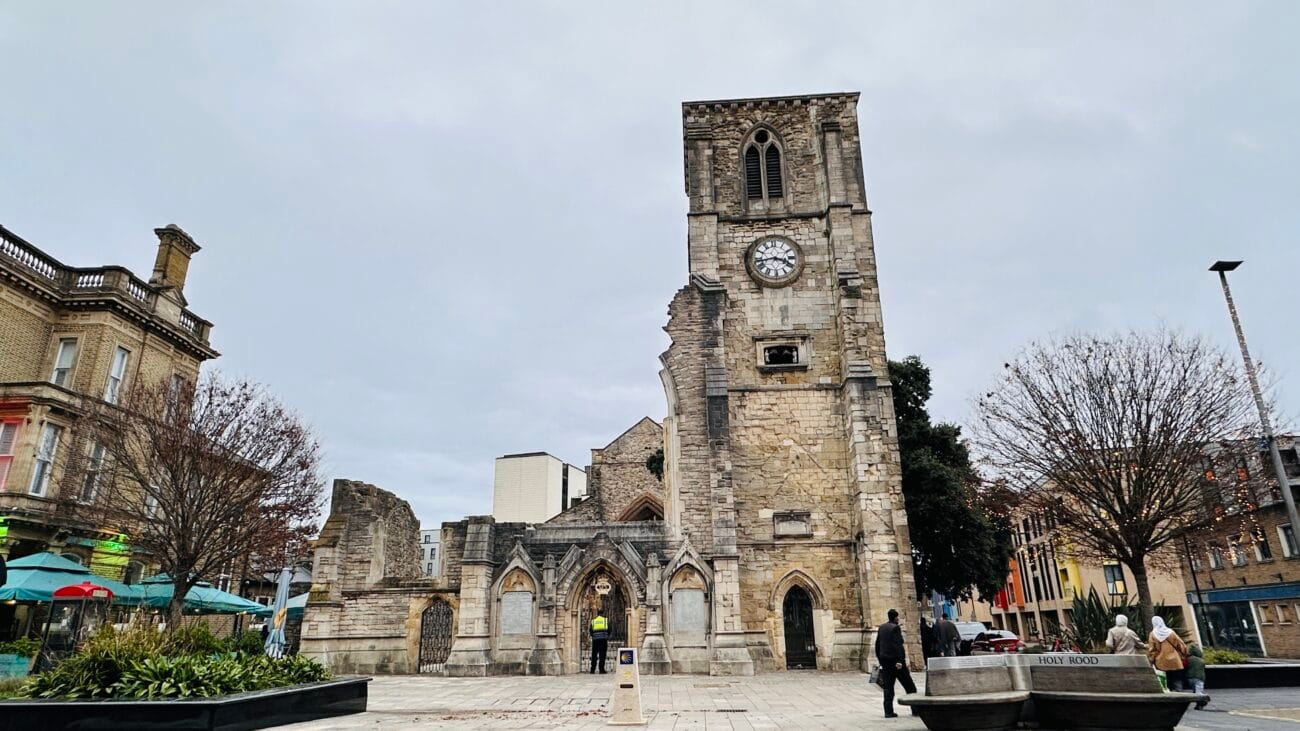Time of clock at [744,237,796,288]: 3:43
